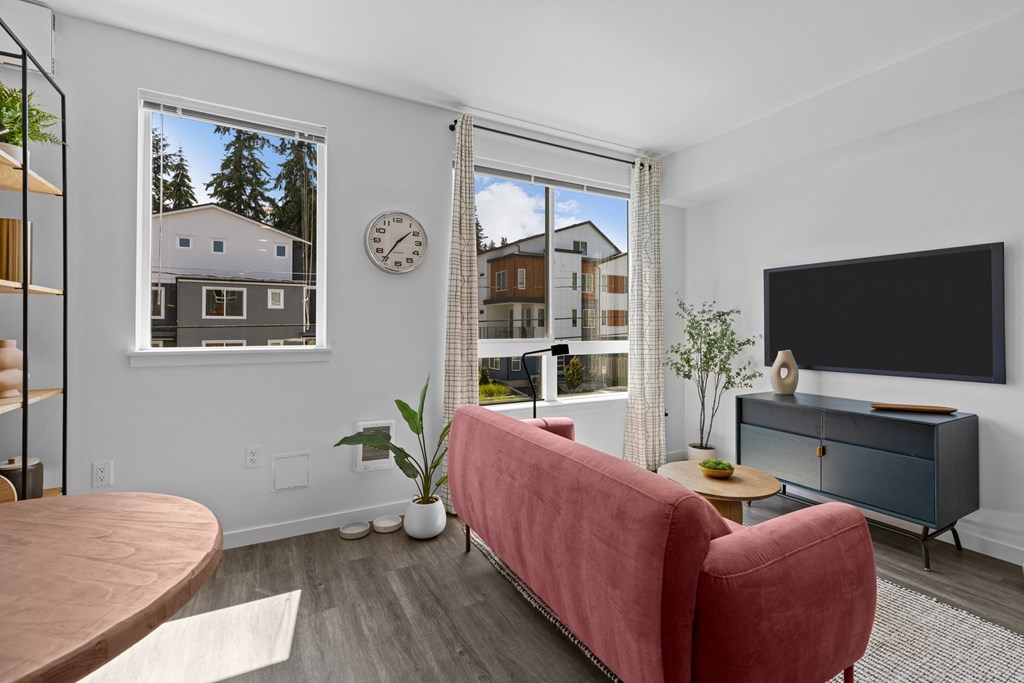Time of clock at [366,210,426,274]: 1:36
